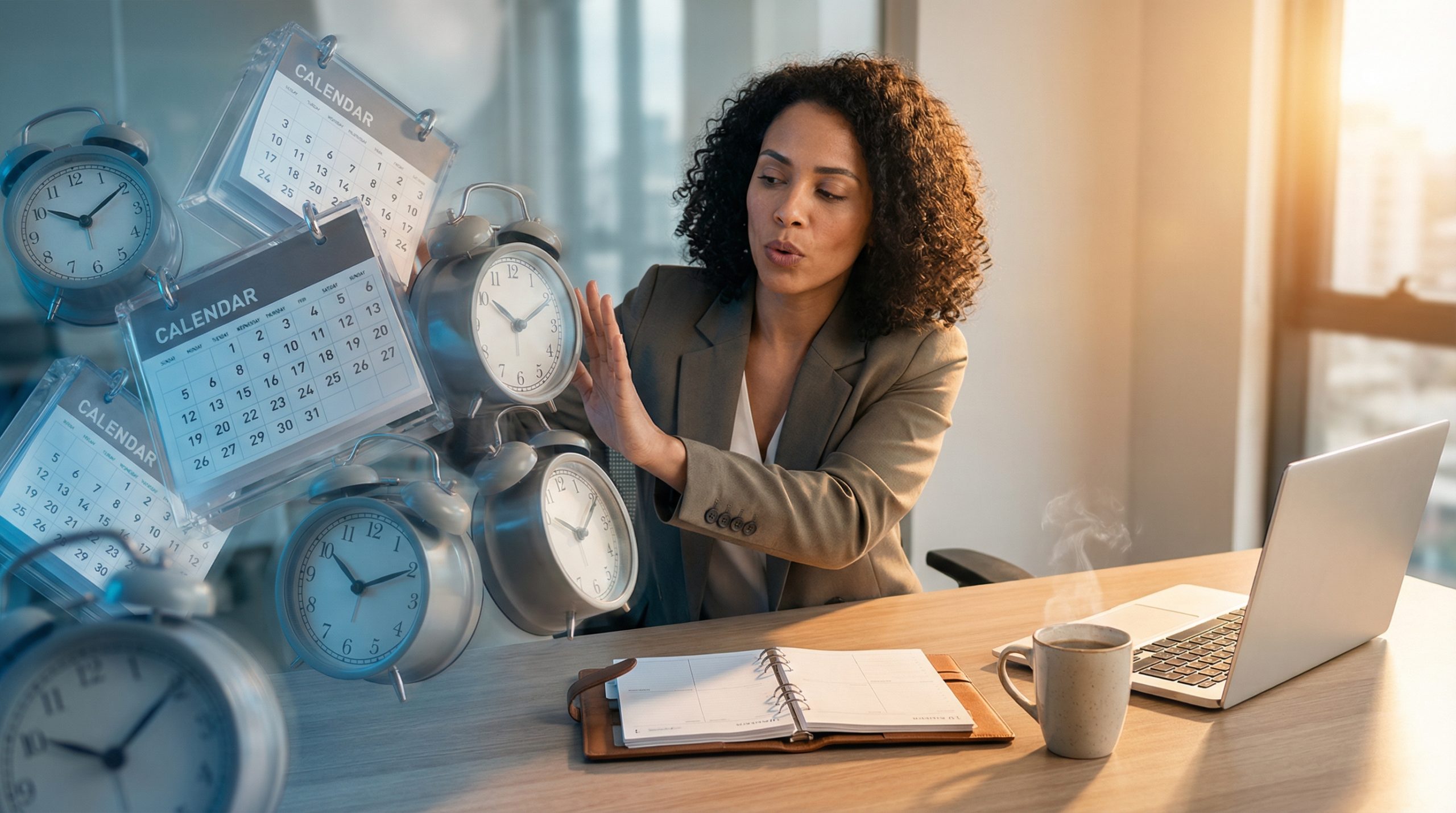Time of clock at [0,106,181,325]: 10:10
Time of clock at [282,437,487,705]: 10:10
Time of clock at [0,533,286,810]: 10:09
